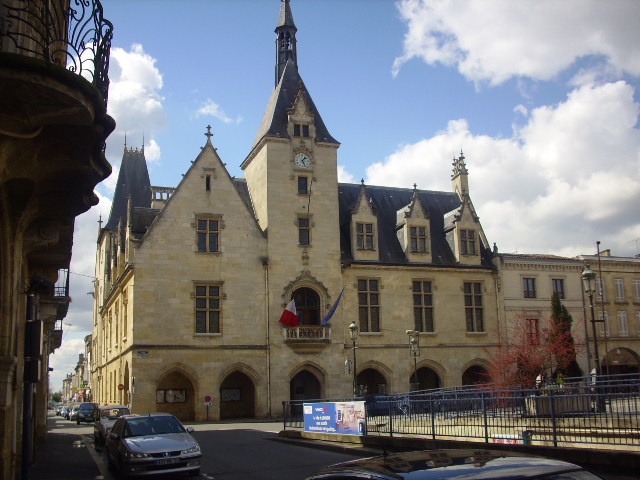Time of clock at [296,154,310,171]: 1:26
